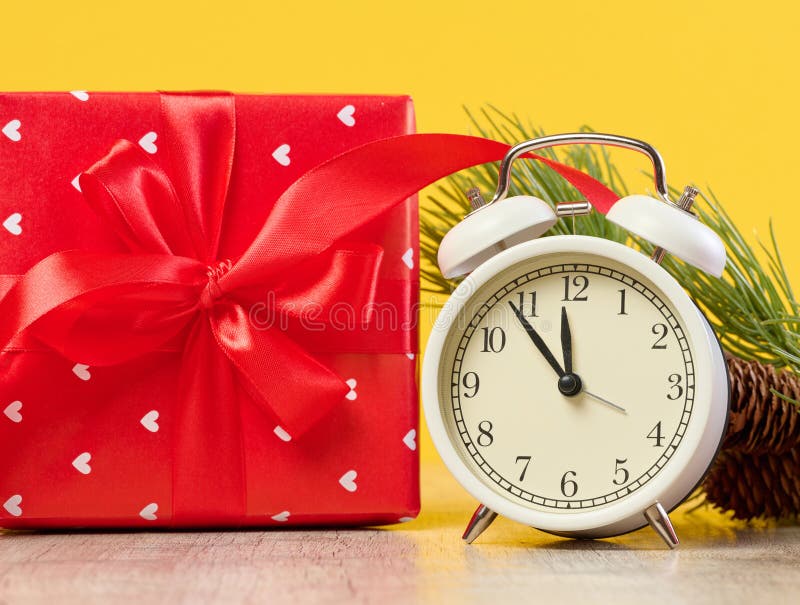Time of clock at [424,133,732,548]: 11:53
